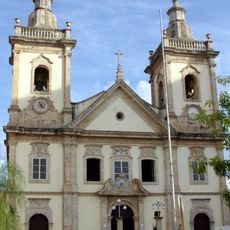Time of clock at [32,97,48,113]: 4:57
